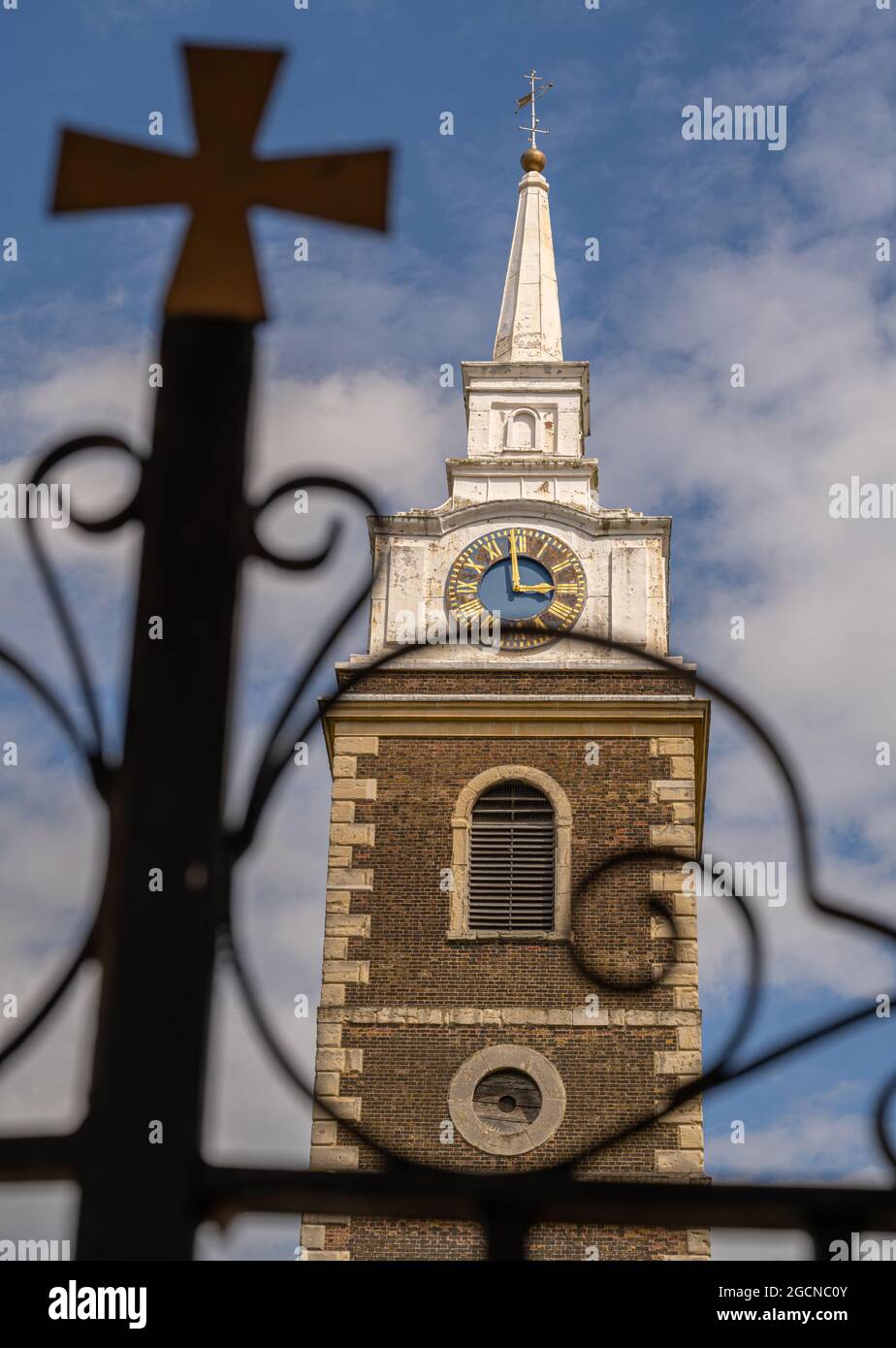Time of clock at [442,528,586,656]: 2:59
